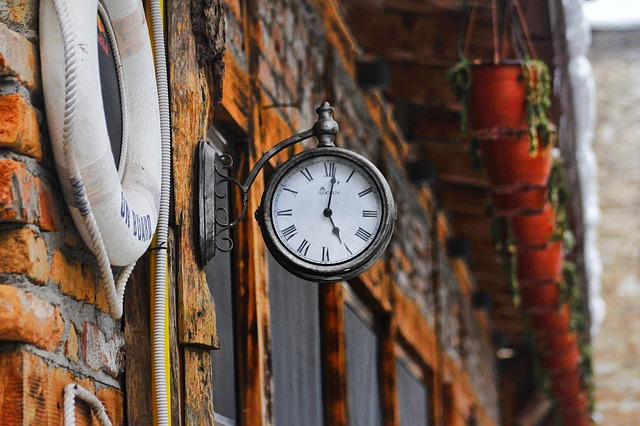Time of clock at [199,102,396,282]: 5:01
